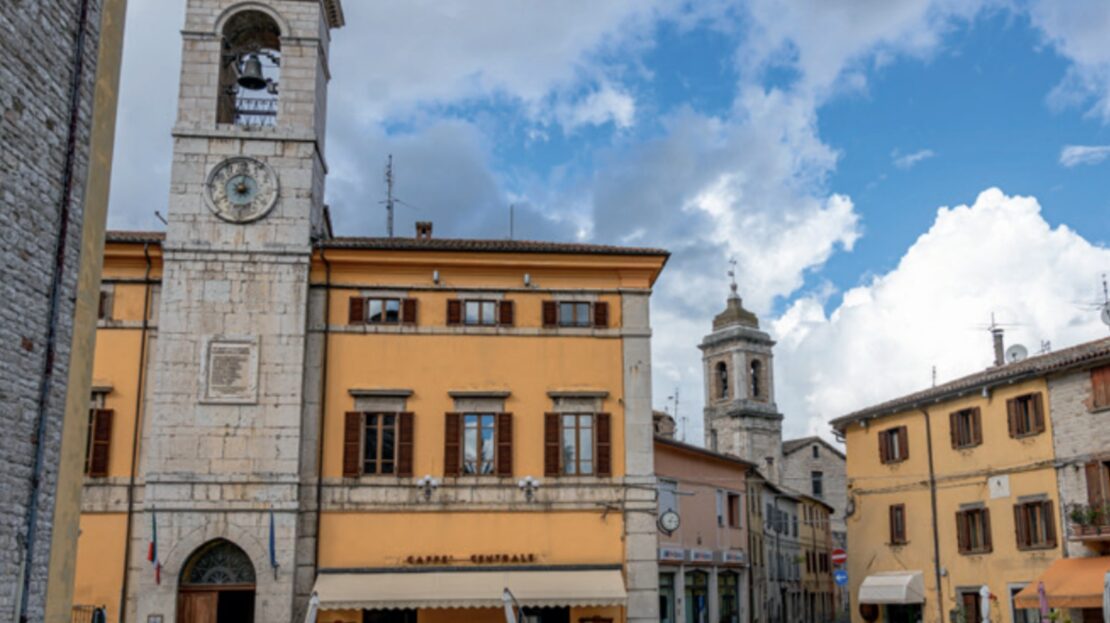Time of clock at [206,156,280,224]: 9:01
